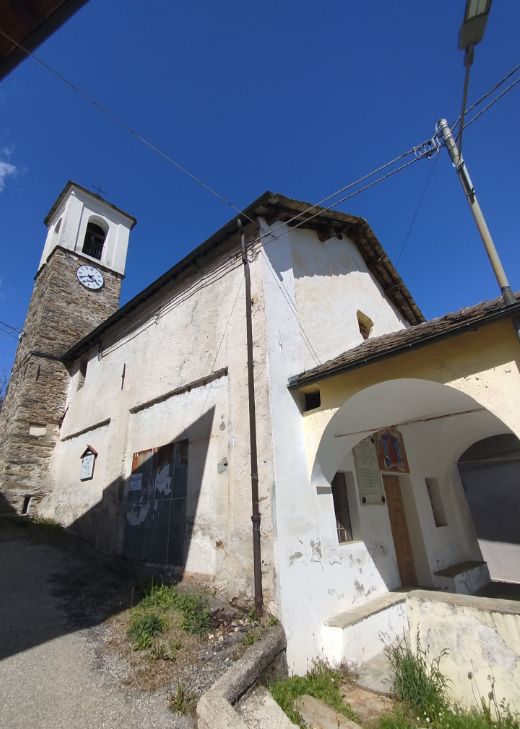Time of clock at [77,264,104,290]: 3:40
